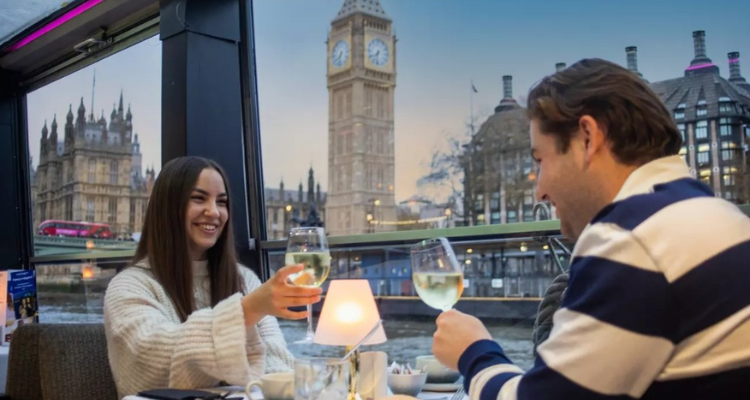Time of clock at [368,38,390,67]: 7:32
